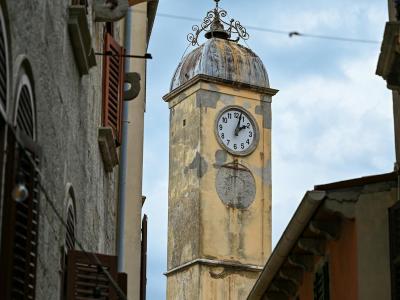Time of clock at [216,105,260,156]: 2:02
